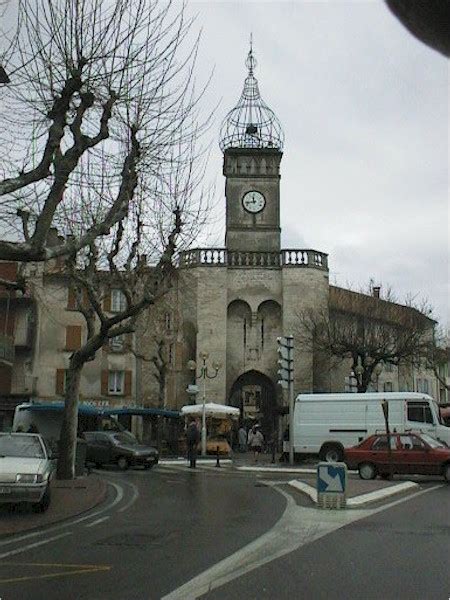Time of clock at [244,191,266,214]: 11:43
